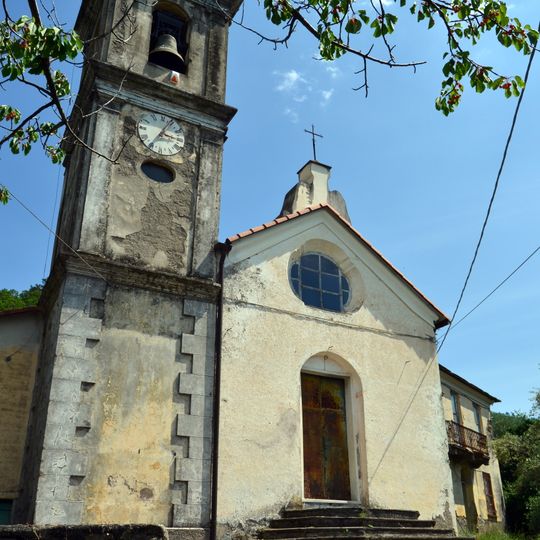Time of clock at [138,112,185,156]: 3:04
